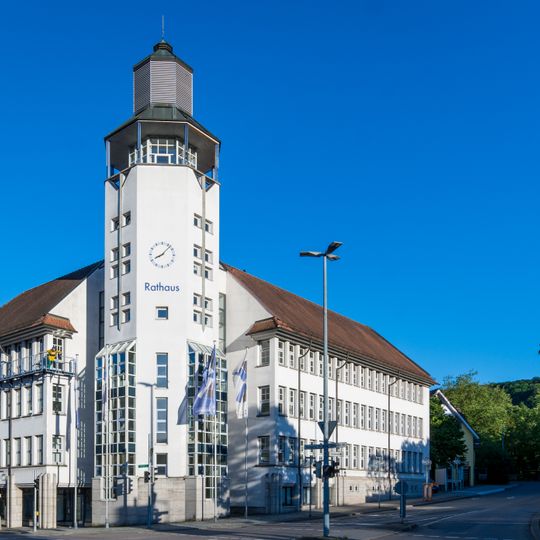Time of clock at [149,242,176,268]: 8:07
